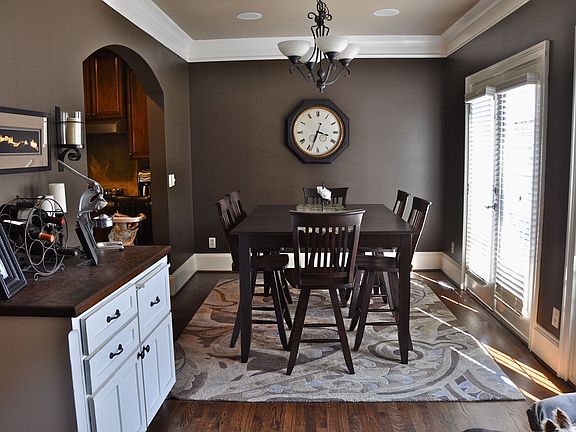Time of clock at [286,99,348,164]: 3:33
